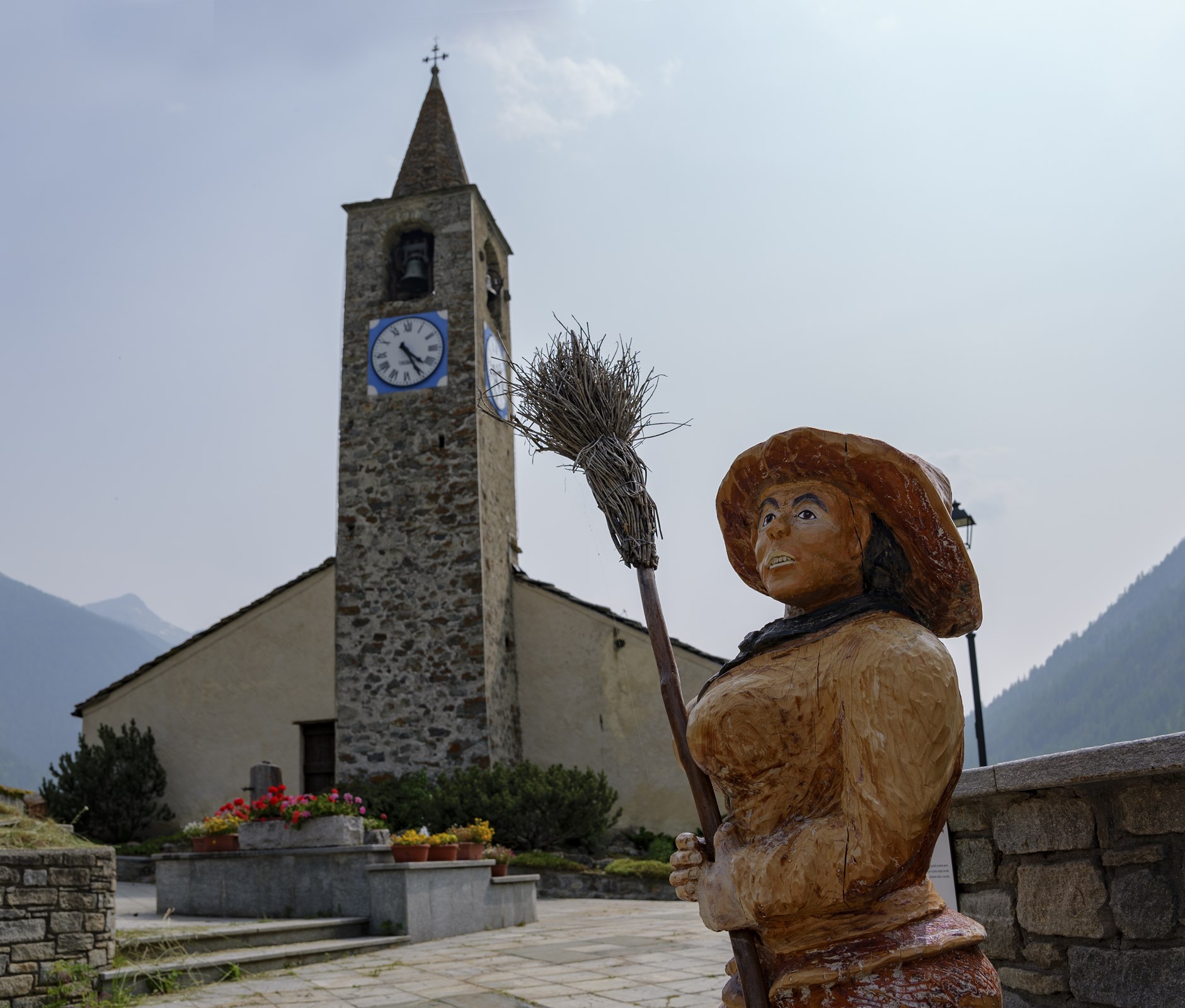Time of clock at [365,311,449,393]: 4:25
